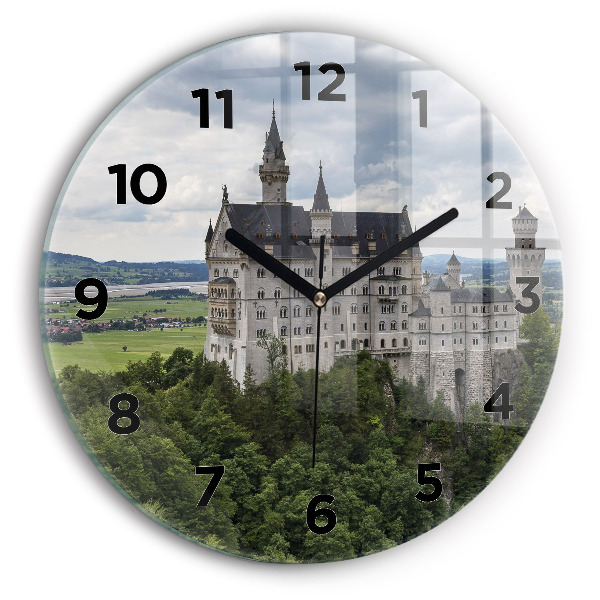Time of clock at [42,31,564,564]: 10:10
